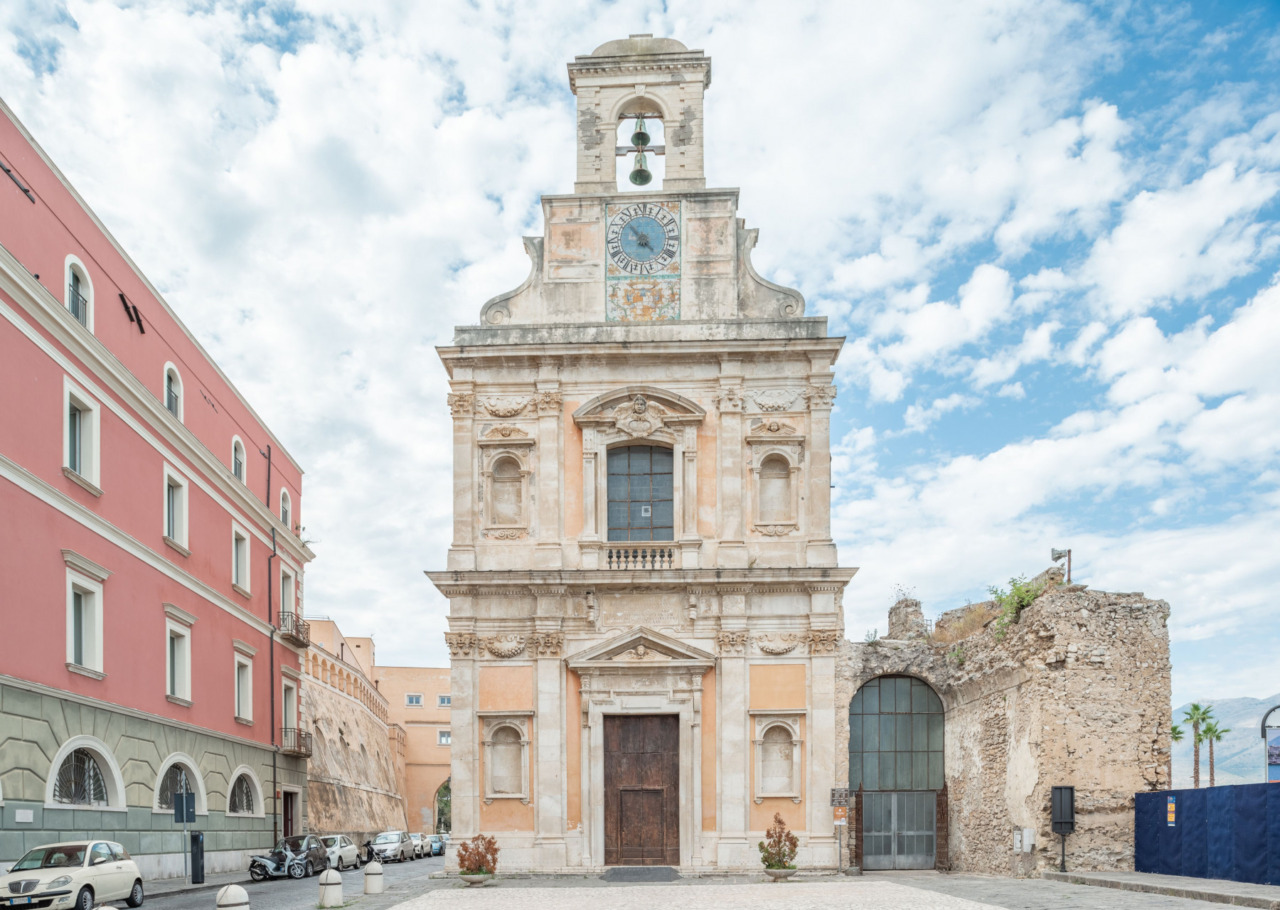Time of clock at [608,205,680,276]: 4:52
